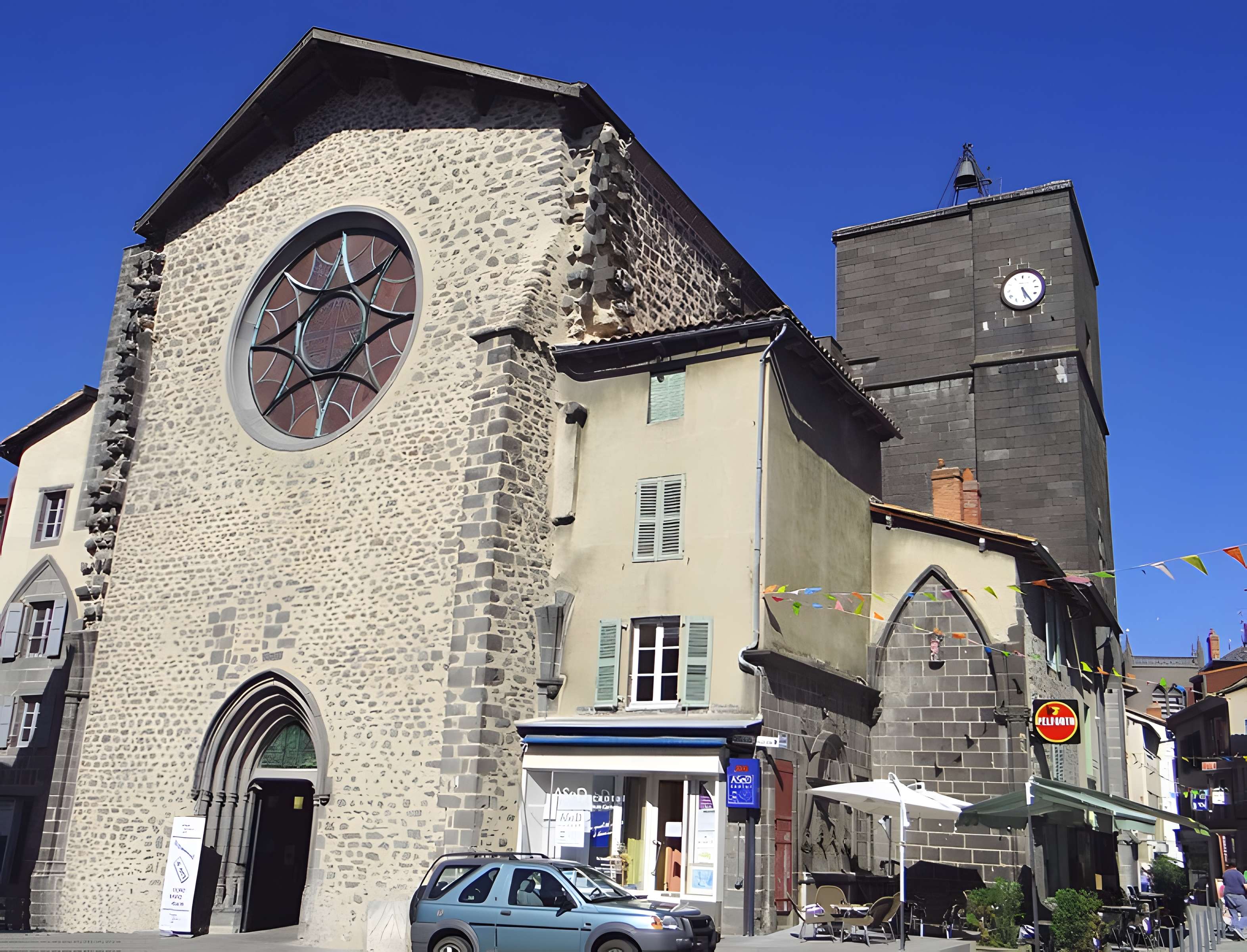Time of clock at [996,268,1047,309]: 5:25
